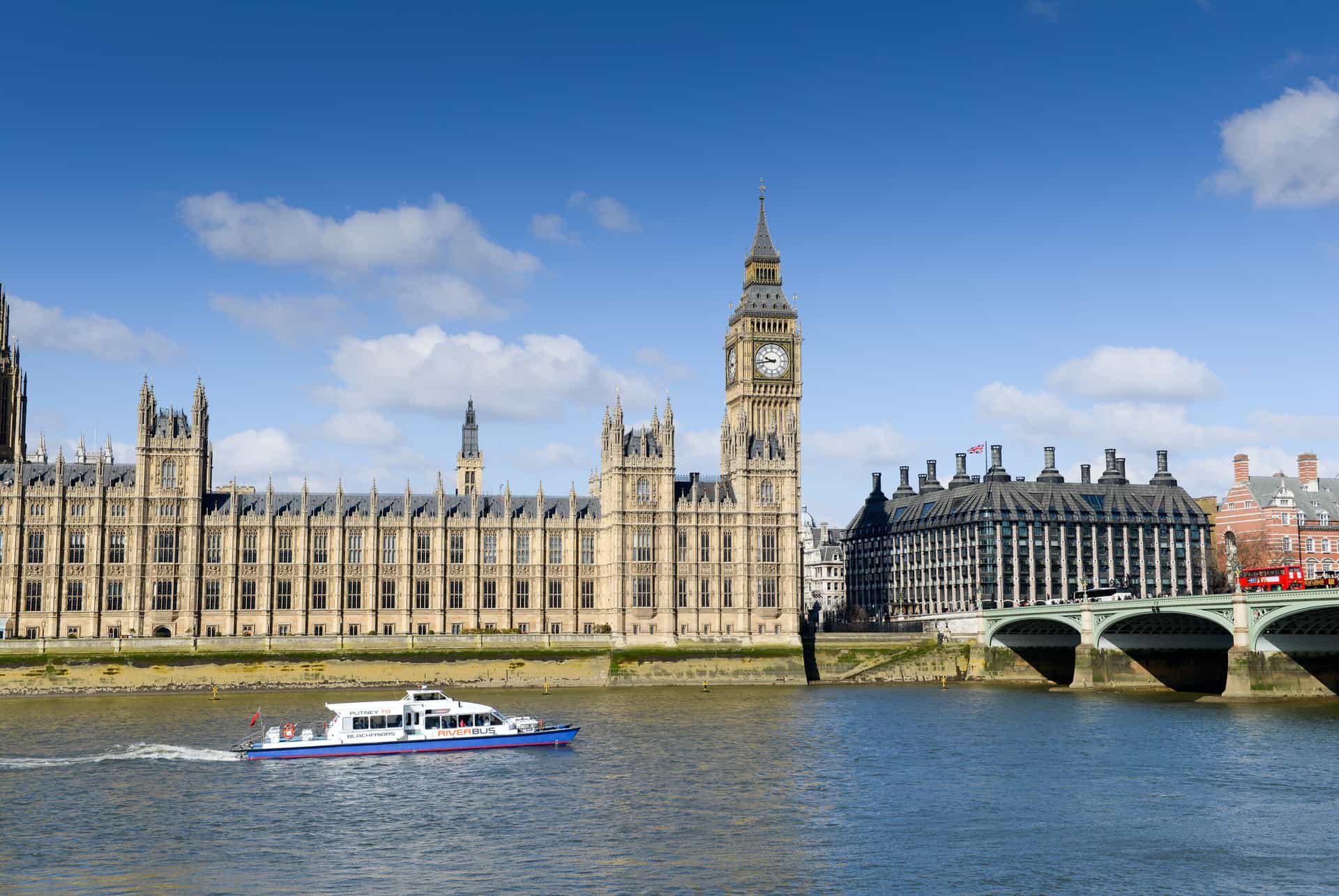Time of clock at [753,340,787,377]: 9:43
